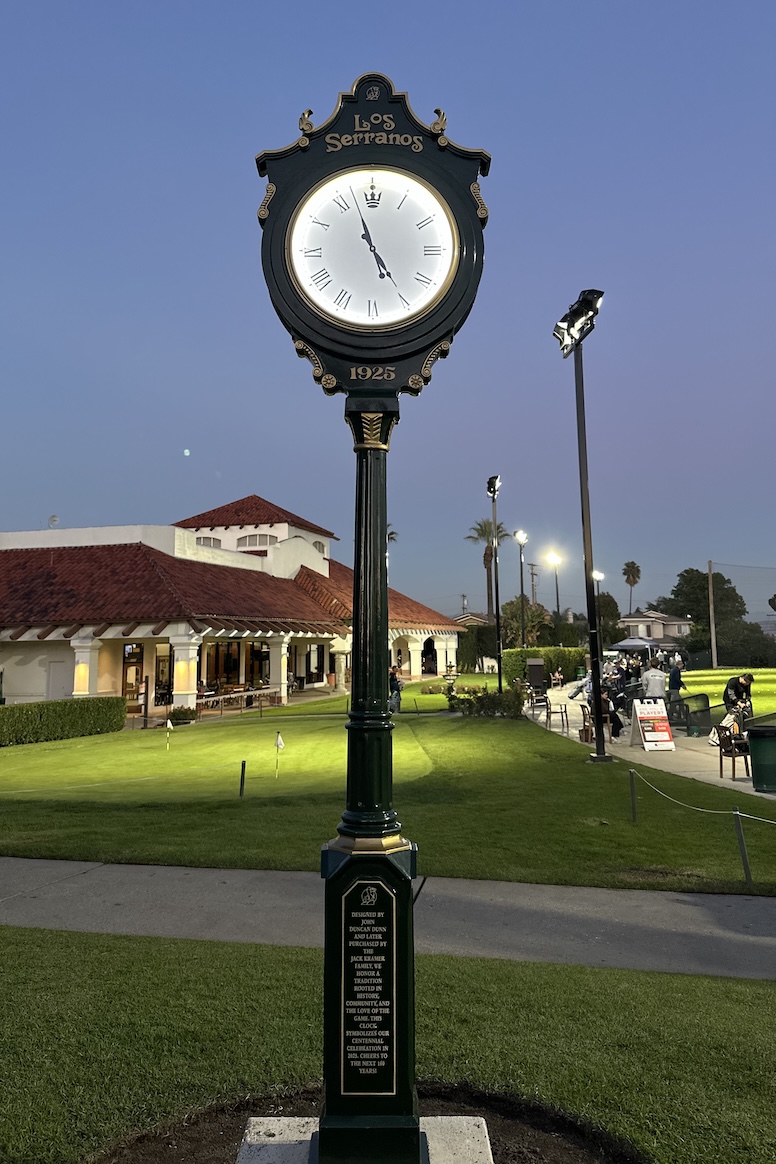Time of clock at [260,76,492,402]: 4:57
